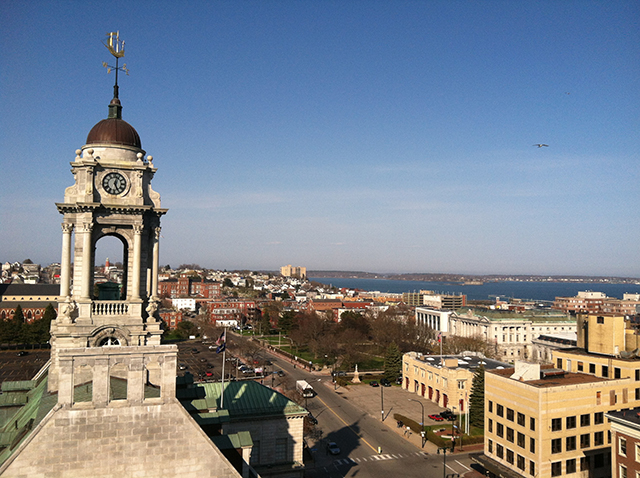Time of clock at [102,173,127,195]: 12:26
